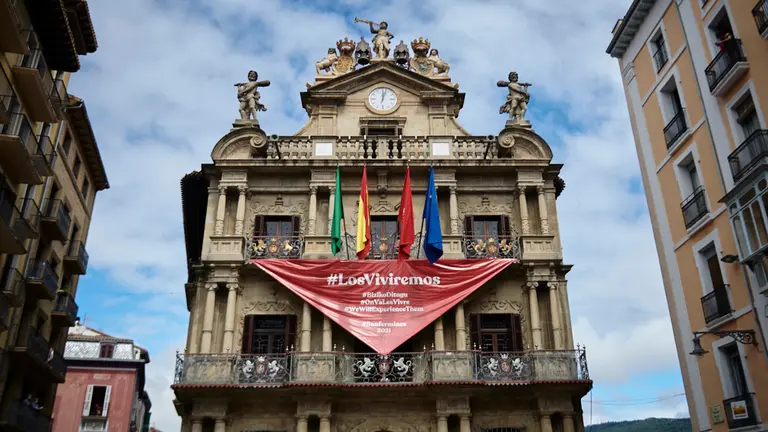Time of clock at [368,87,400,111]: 12:02
